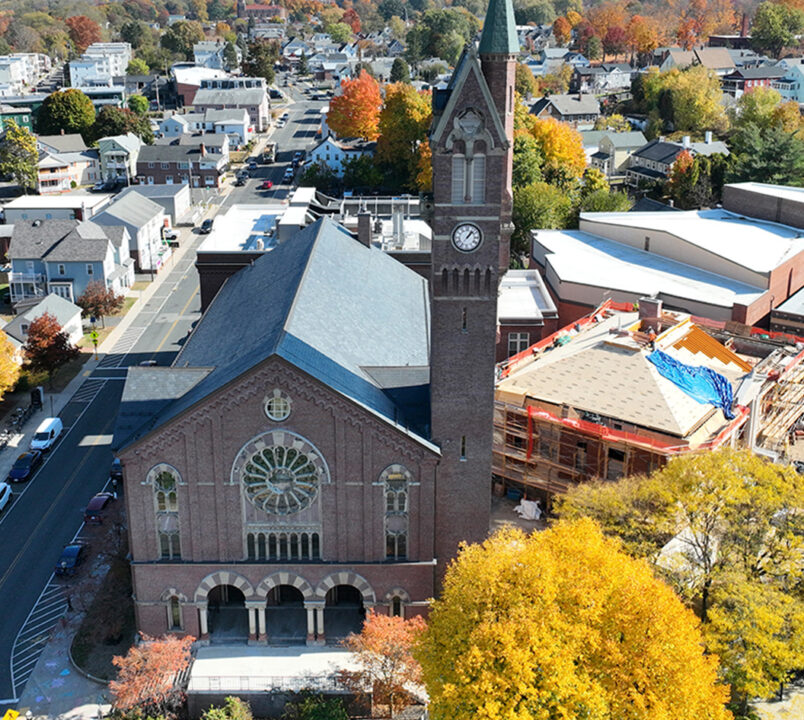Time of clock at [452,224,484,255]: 1:07
